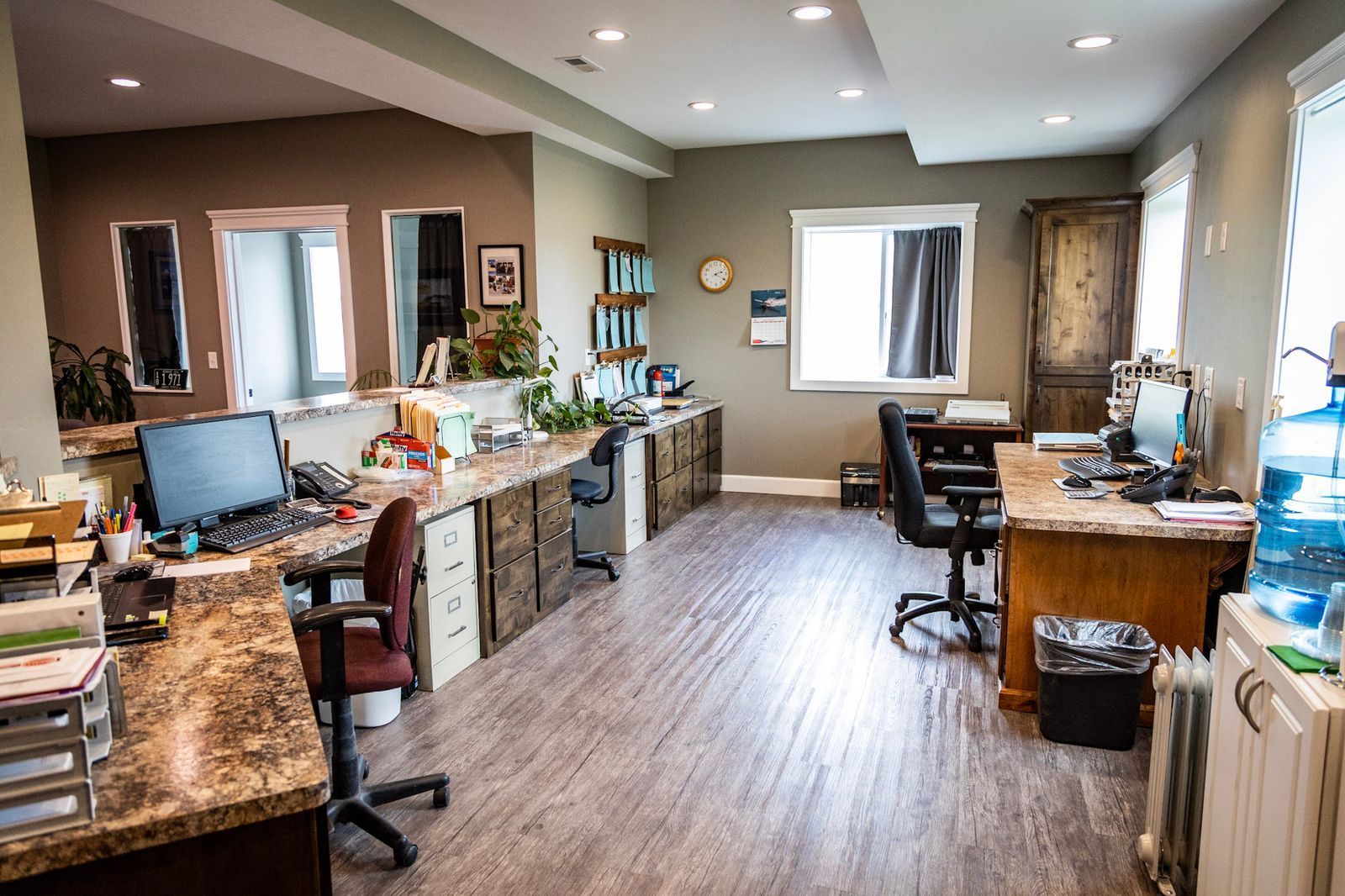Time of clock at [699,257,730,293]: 2:20
